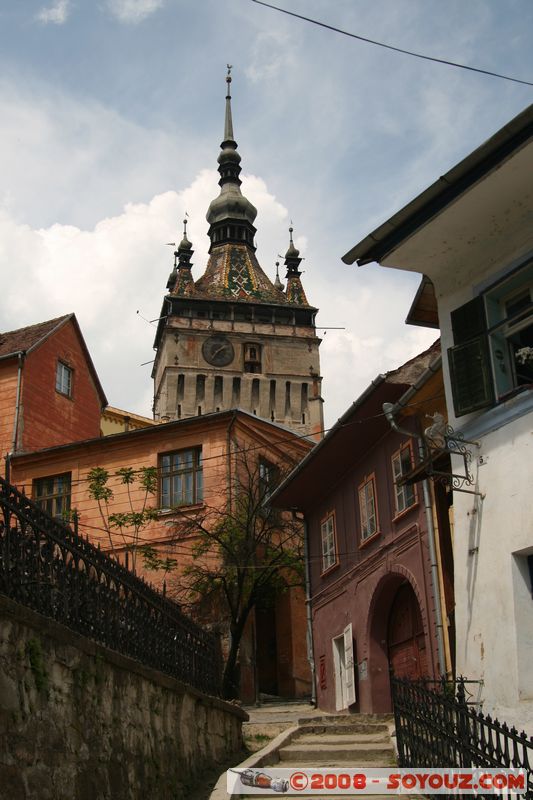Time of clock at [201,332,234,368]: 1:35
